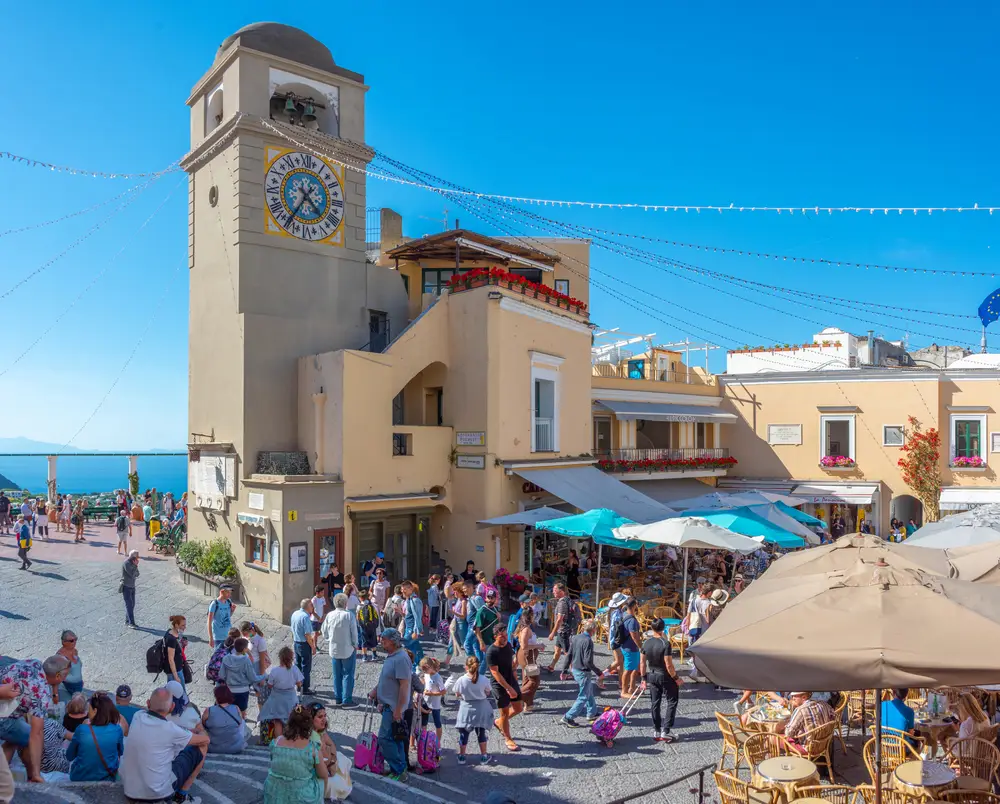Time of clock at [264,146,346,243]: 4:35
